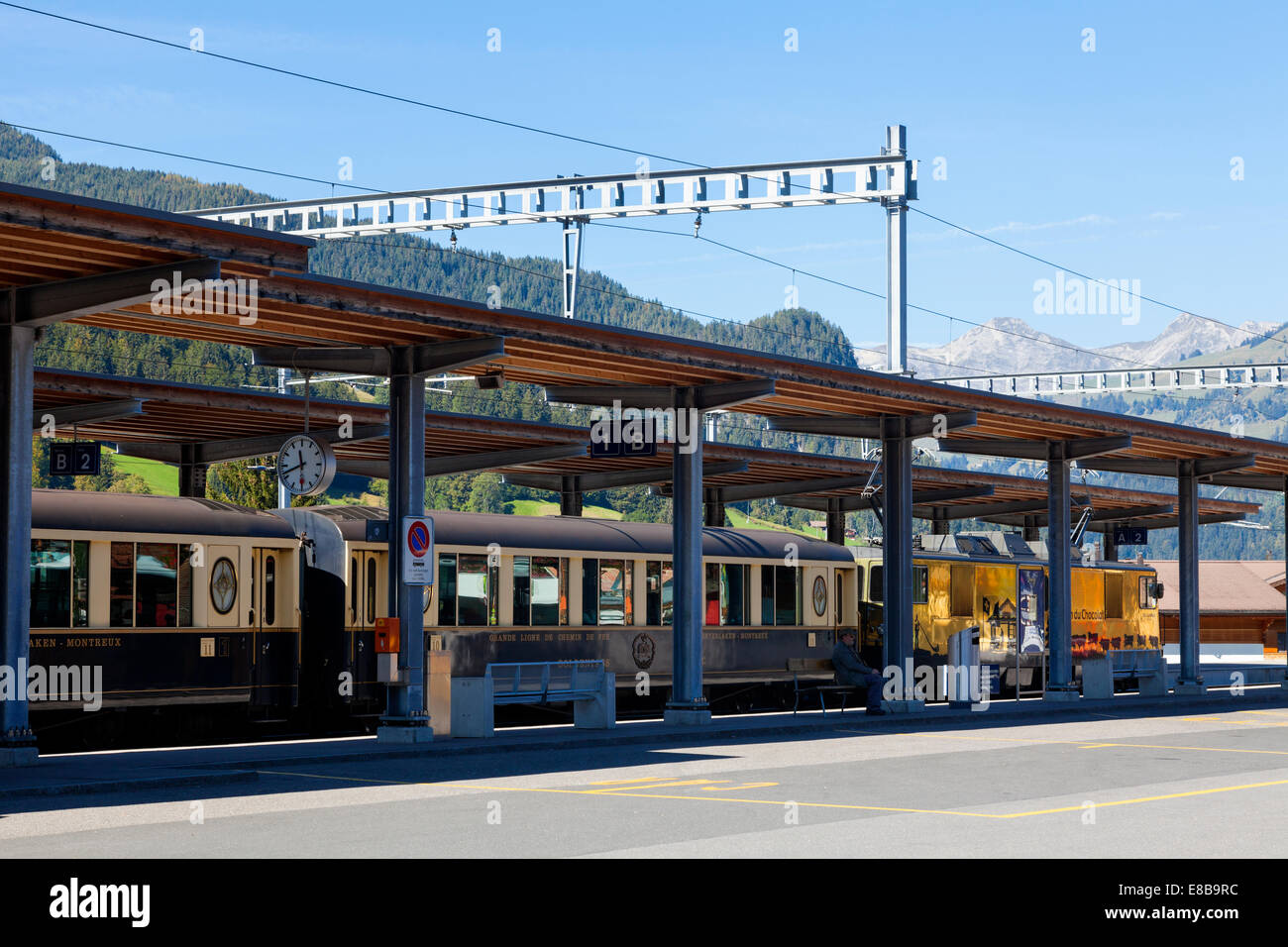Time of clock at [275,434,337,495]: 11:41
